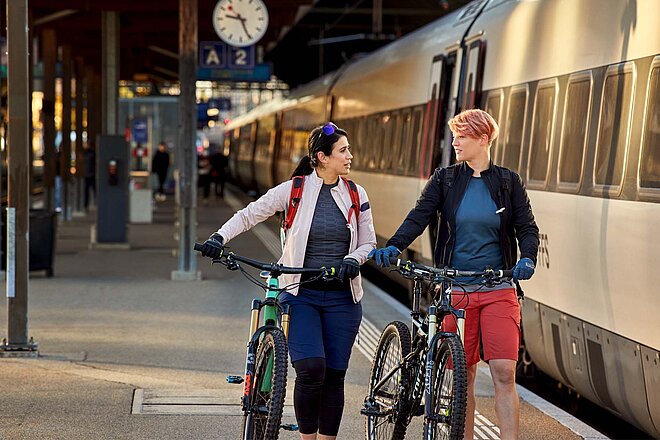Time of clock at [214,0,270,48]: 9:26
